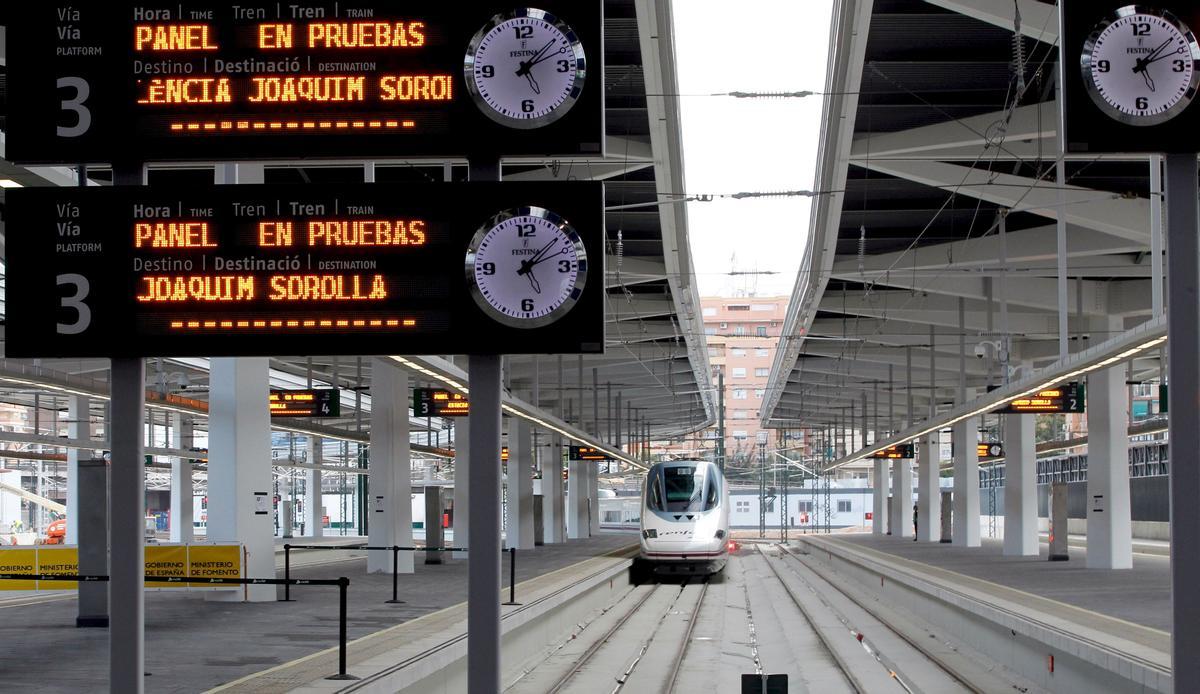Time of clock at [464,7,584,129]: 1:08
